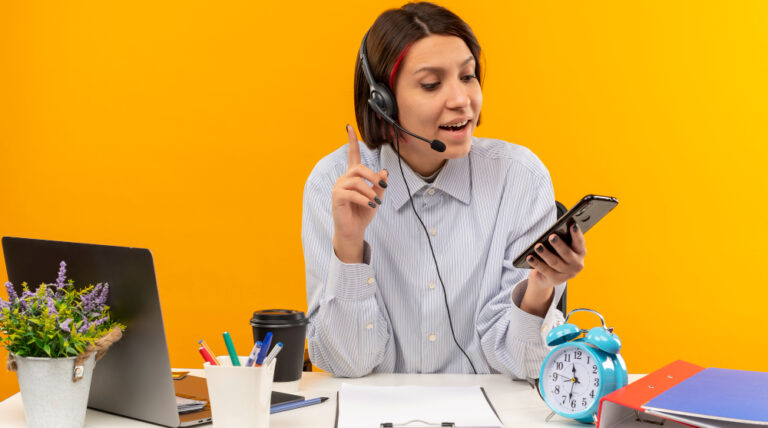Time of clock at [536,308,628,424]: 11:32
